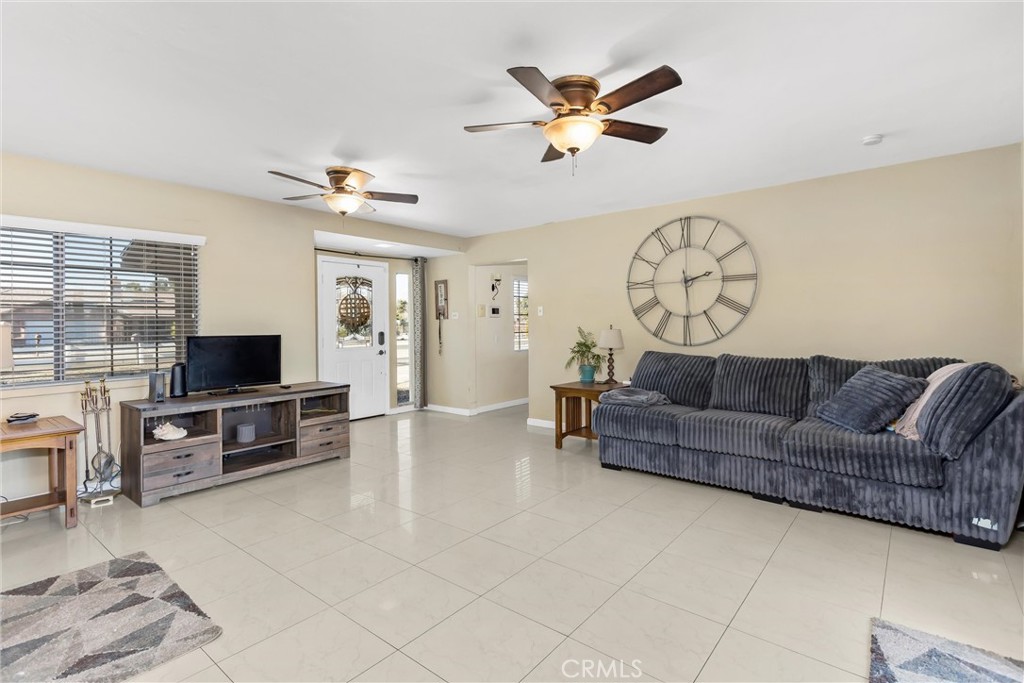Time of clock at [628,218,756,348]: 2:29
